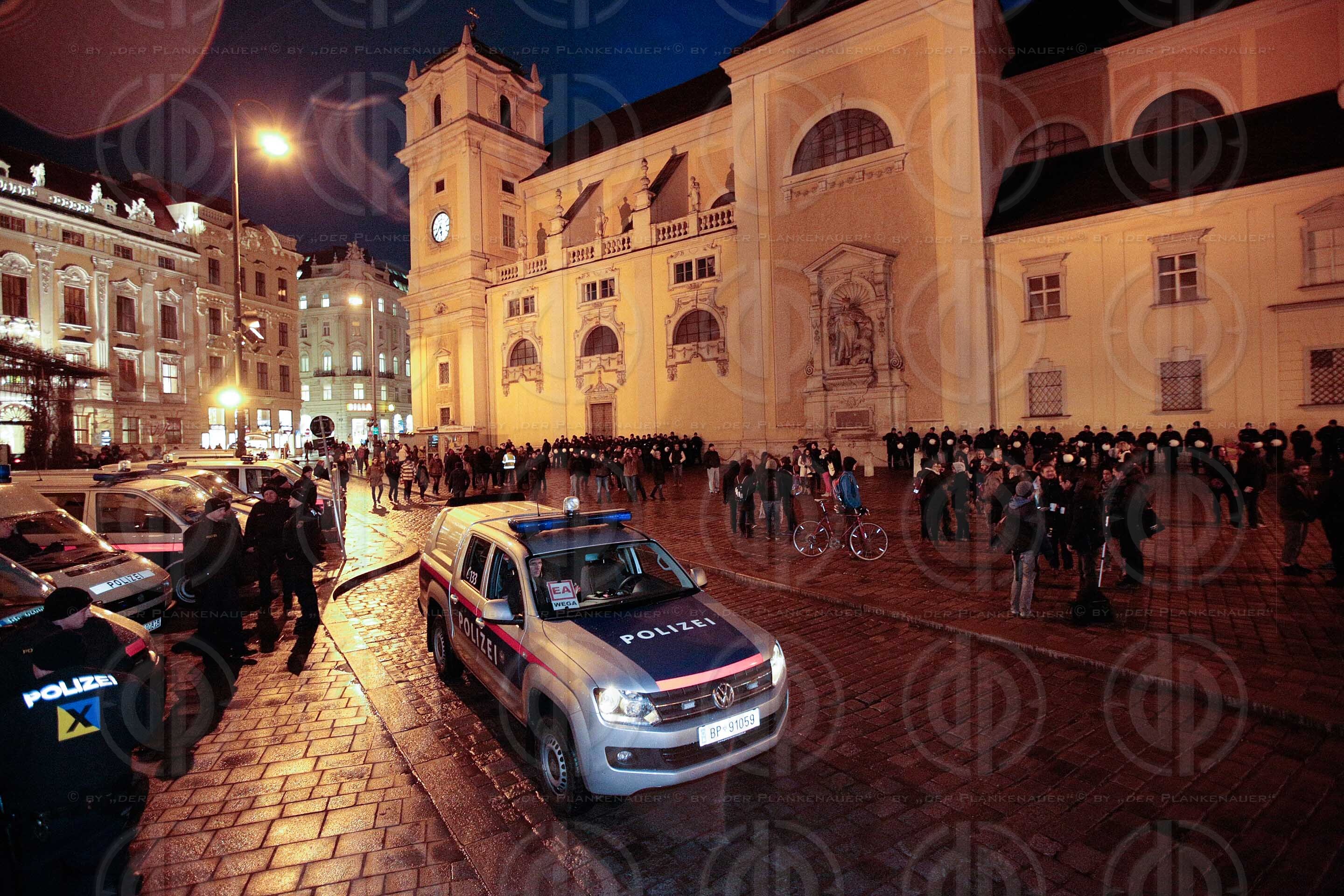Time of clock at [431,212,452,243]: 5:38
